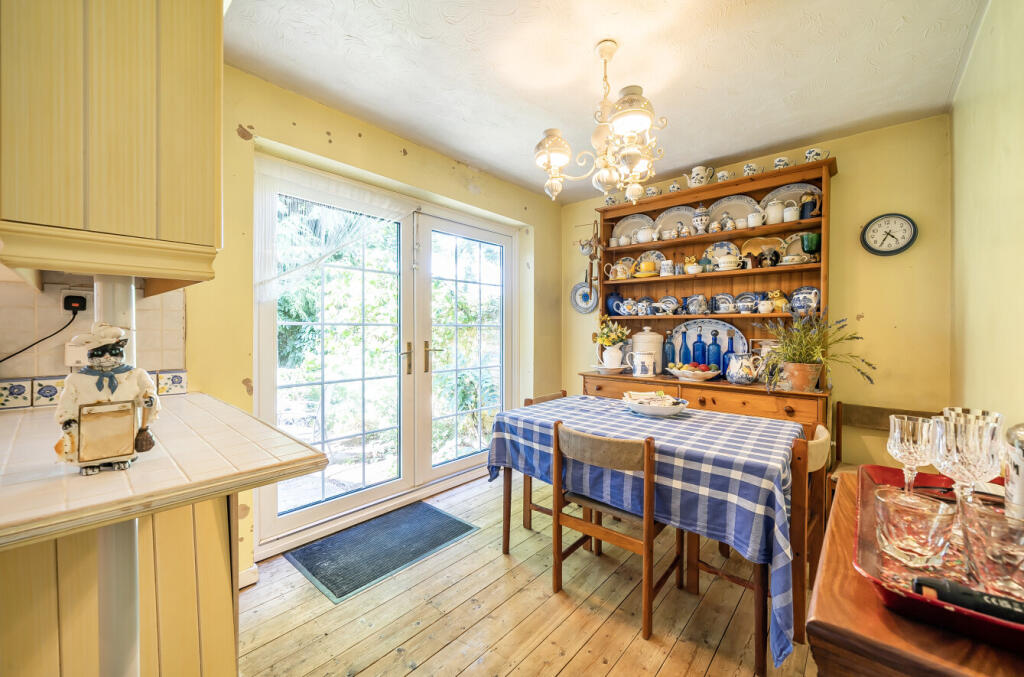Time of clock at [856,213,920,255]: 4:35
